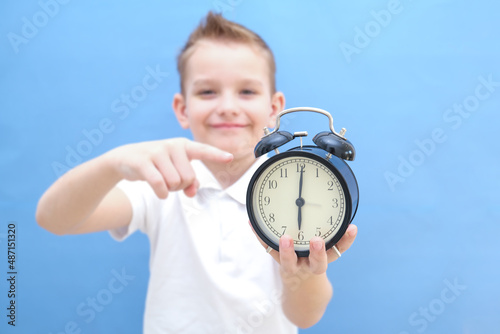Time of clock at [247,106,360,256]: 6:00
